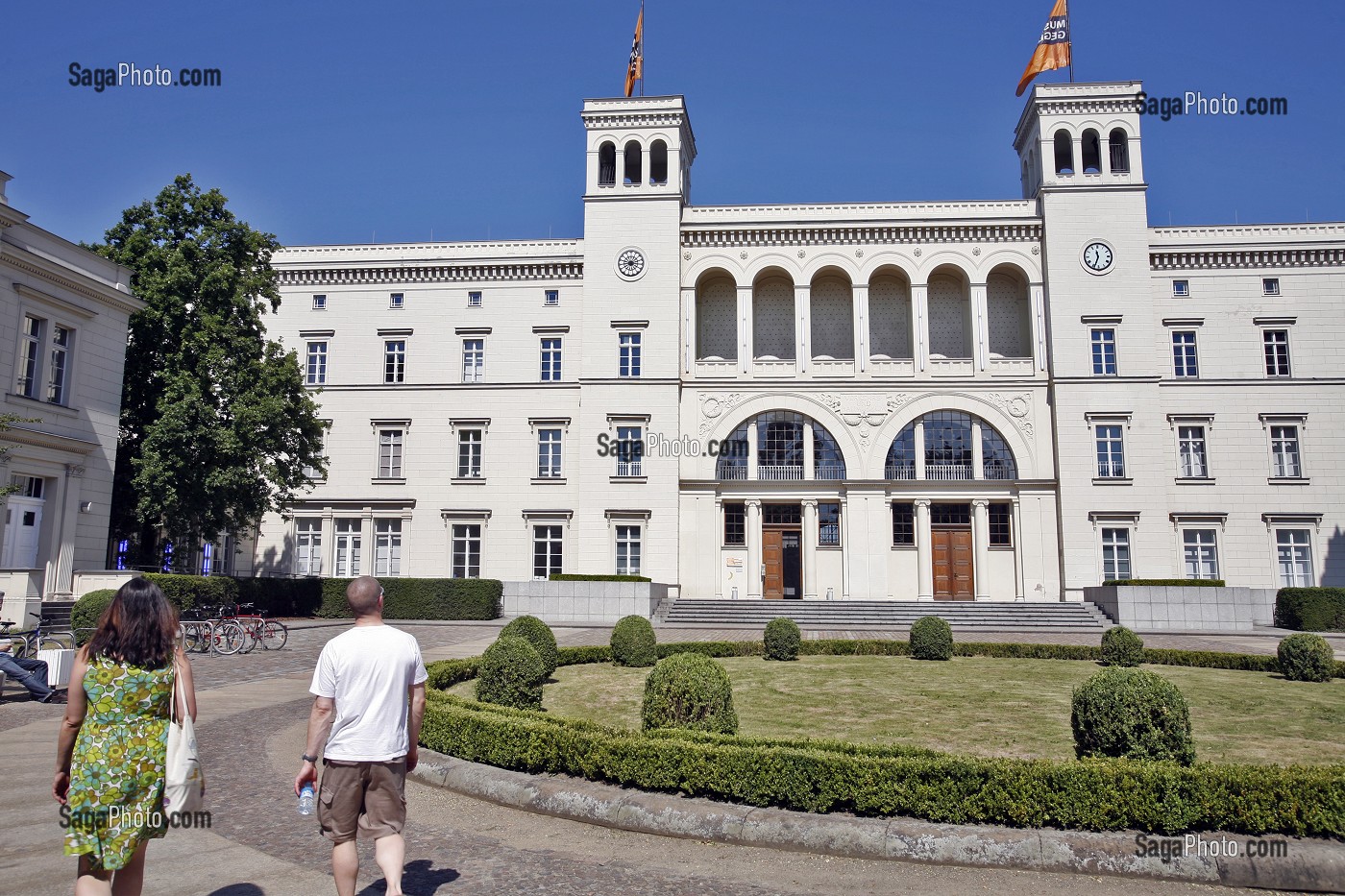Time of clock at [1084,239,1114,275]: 11:33
